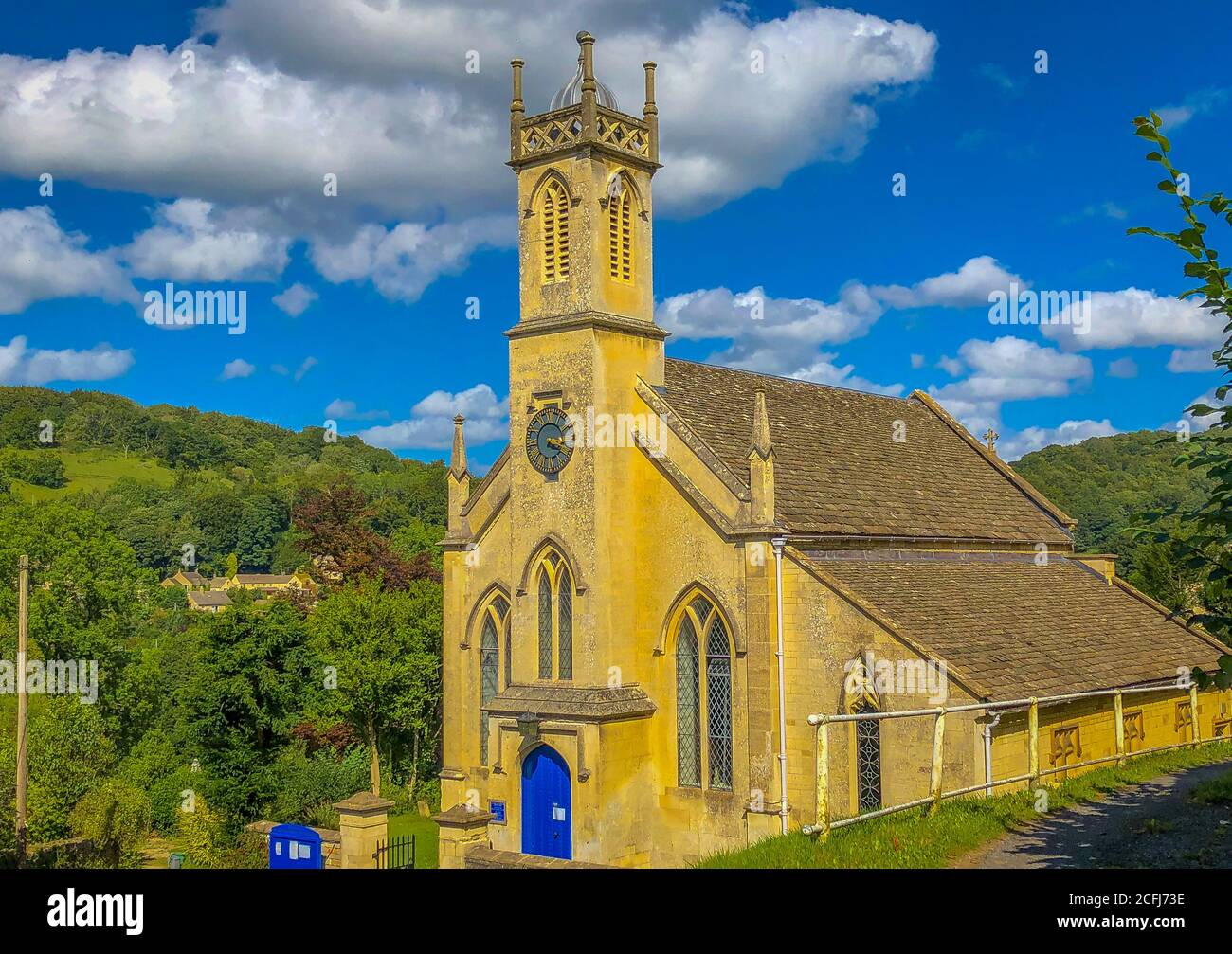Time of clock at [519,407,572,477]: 3:20
